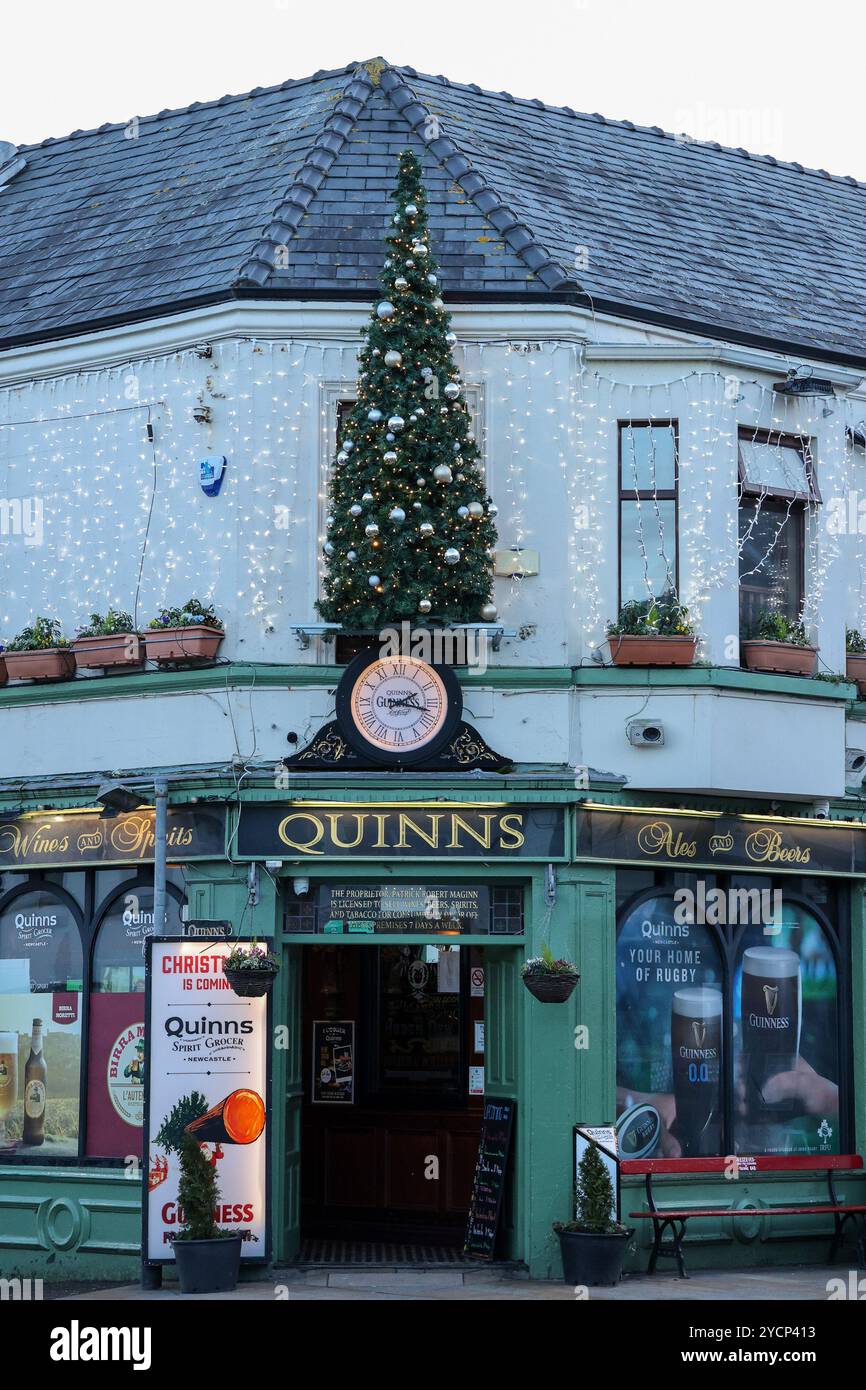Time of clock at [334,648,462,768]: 2:17
